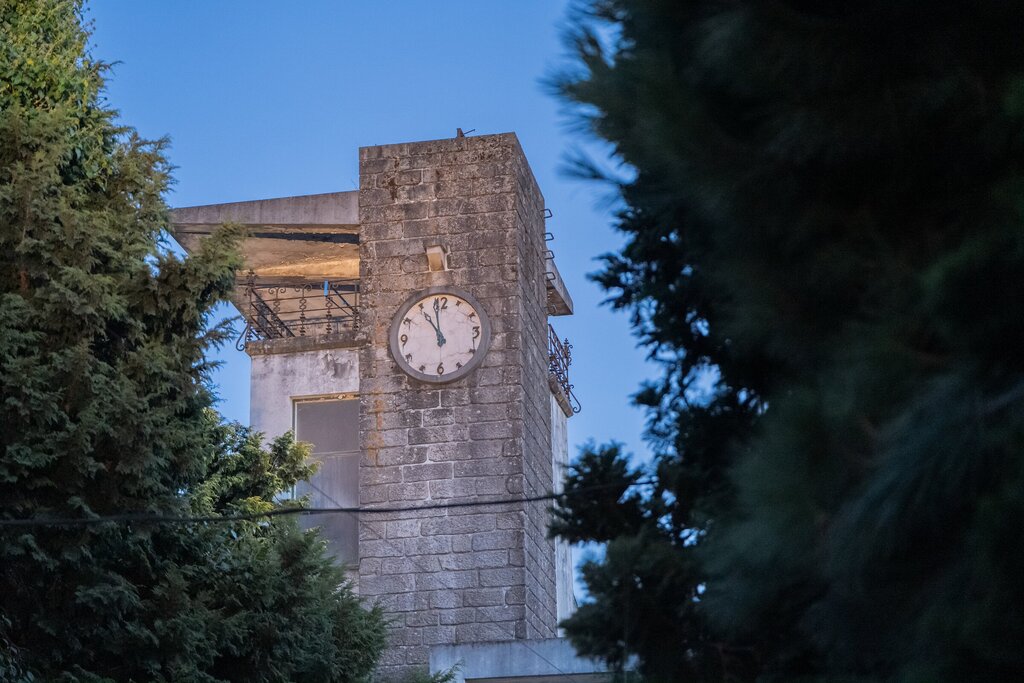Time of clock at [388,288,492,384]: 10:59
